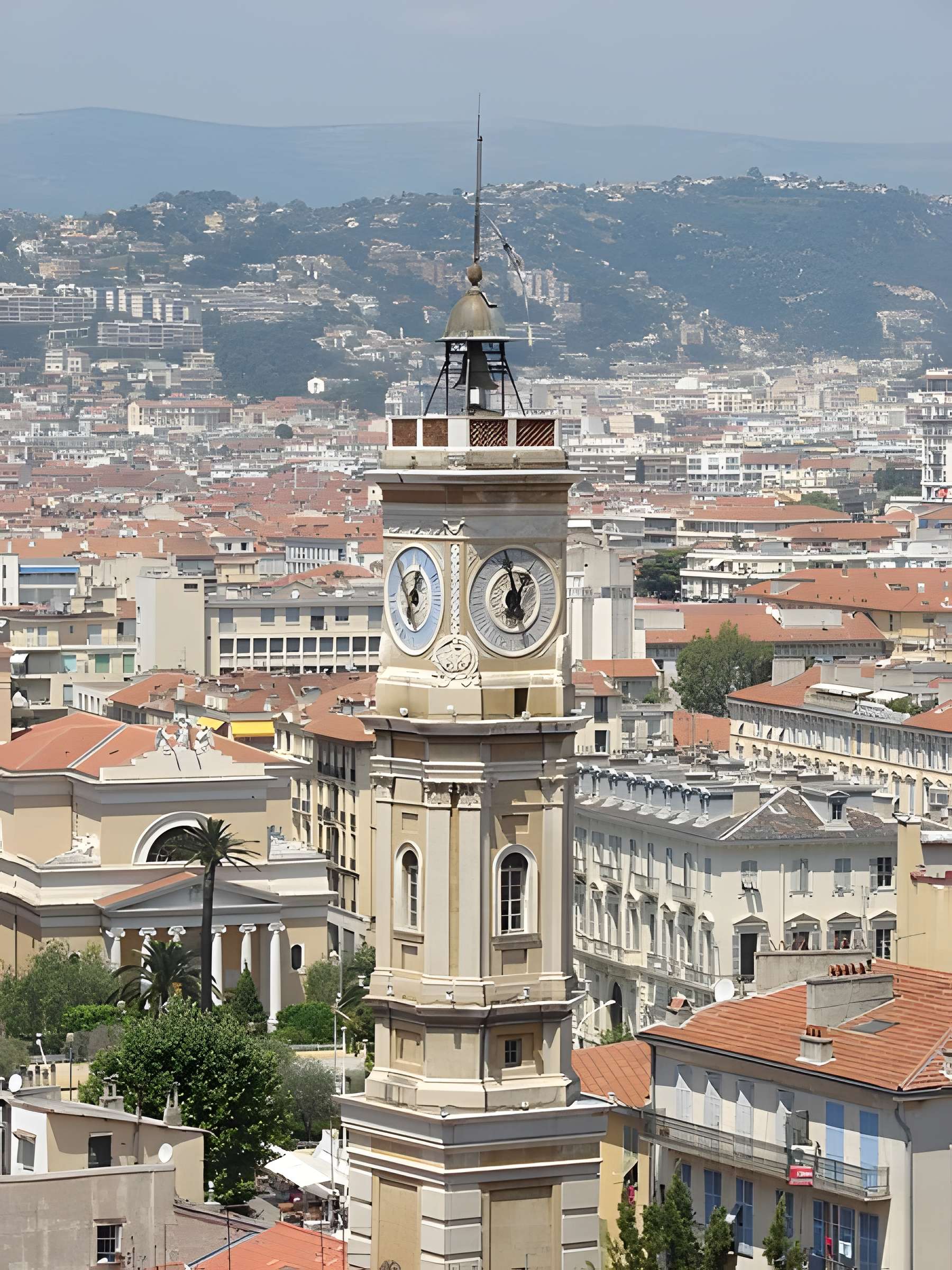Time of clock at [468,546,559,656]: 12:57
